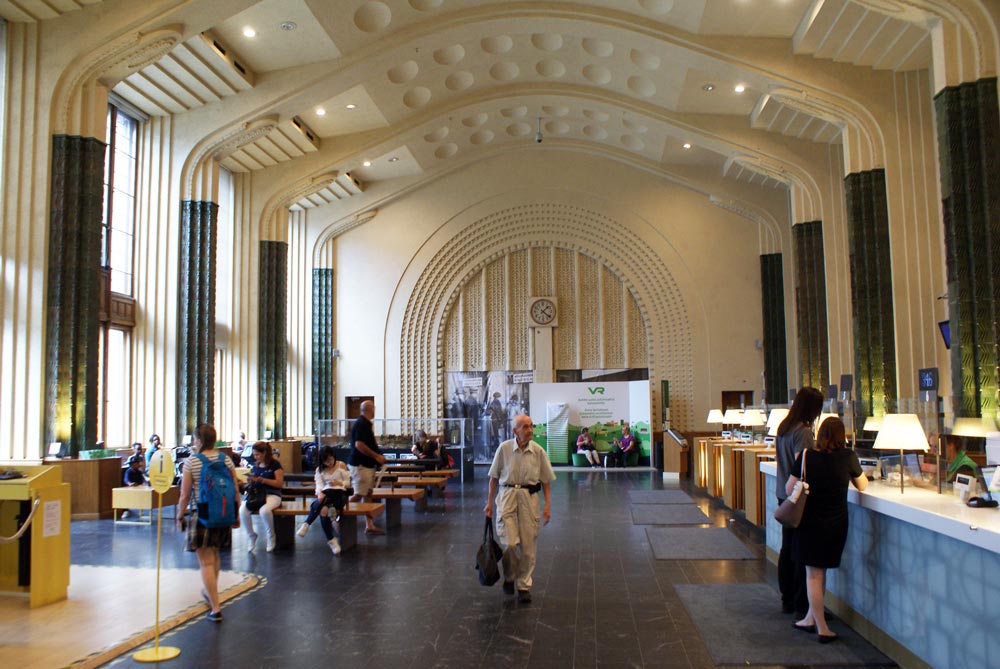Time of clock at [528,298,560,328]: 1:21
